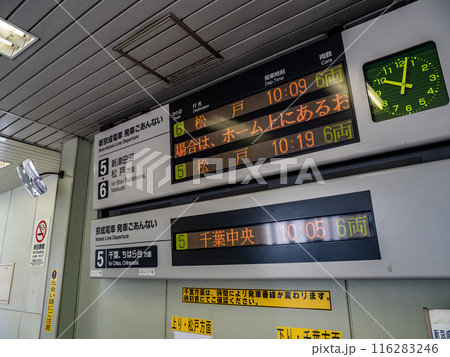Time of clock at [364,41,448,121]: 10:02
